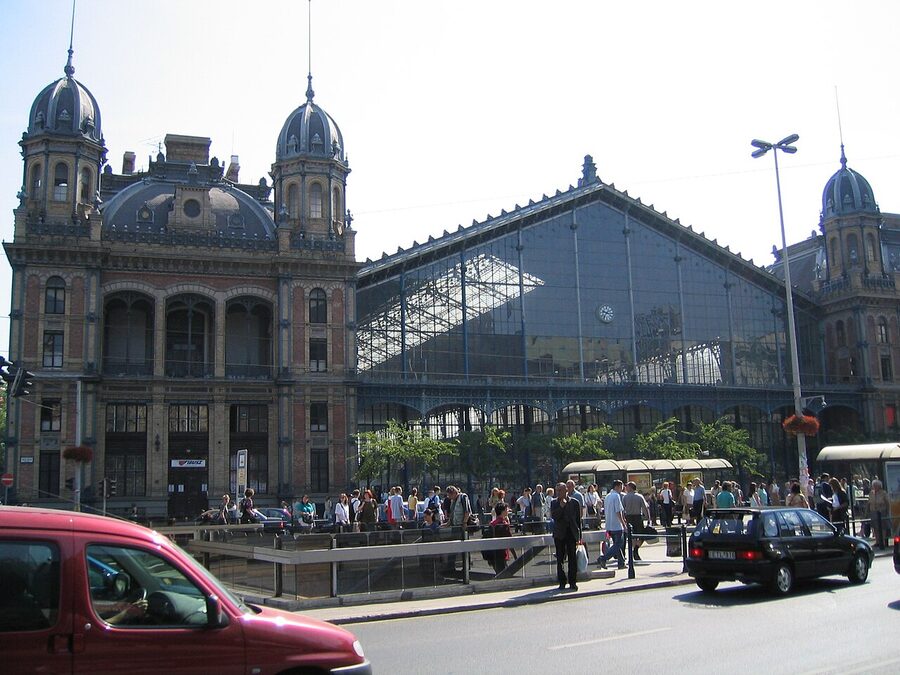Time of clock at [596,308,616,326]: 9:36
